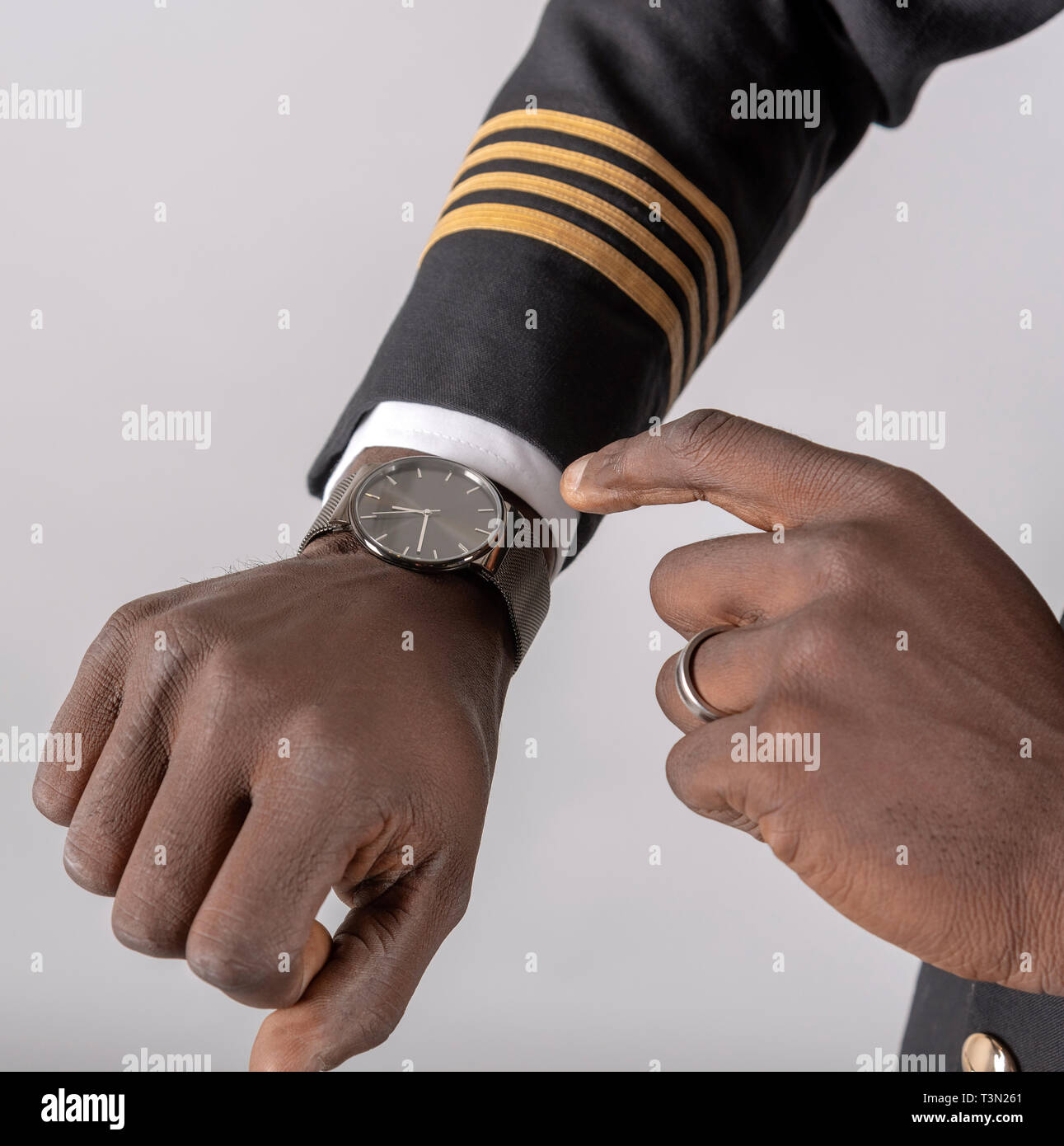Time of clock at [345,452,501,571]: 9:32
